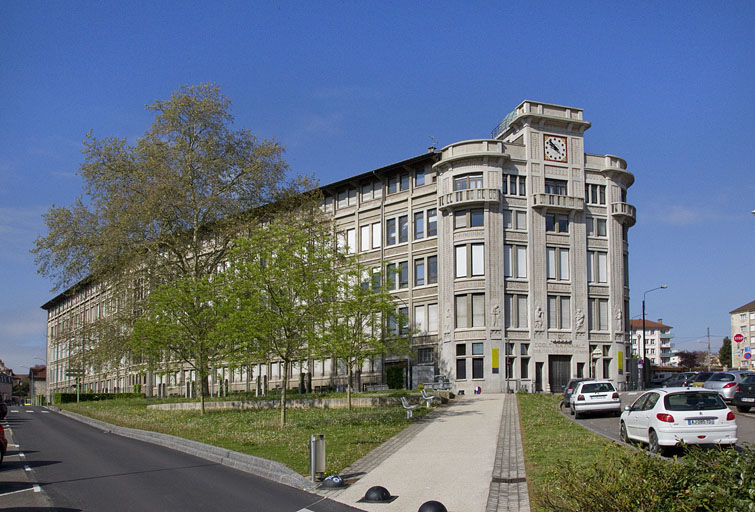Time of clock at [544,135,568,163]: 9:52
